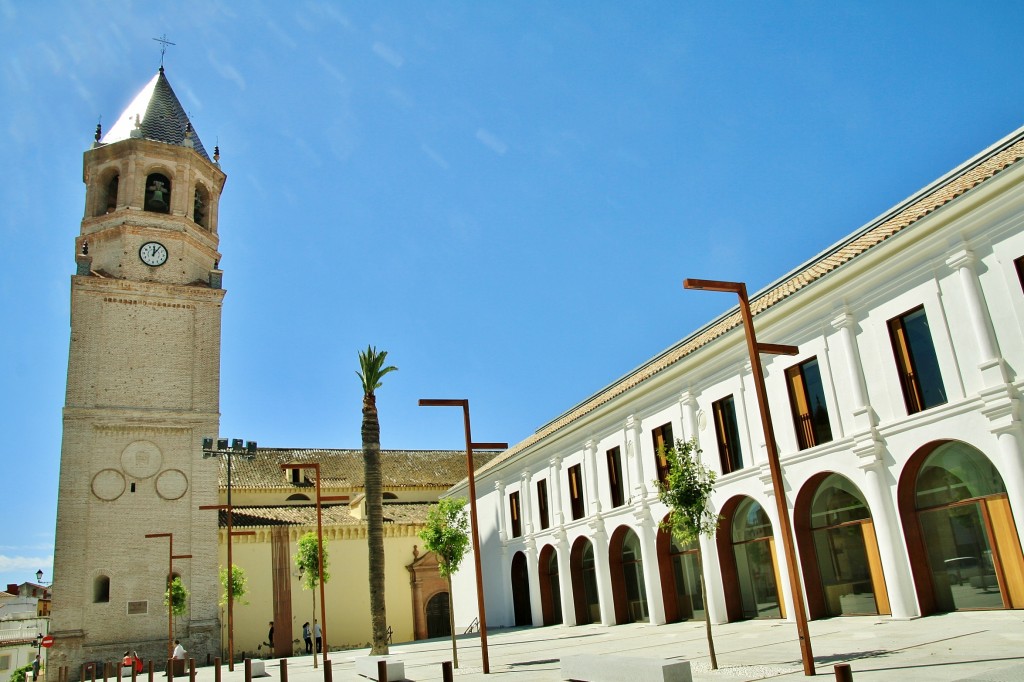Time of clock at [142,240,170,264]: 12:05
